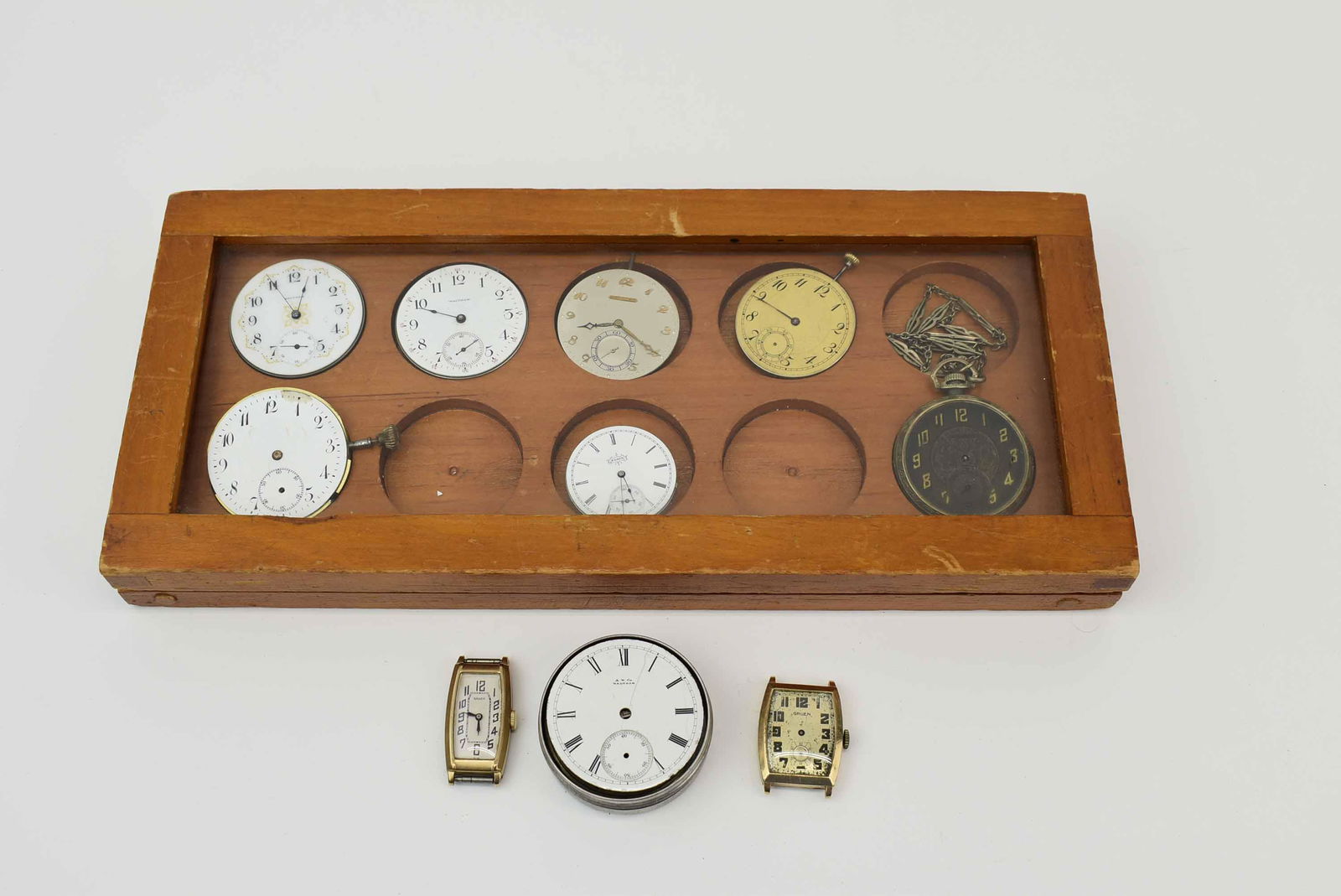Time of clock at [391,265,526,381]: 9:49
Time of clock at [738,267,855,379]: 5:49
